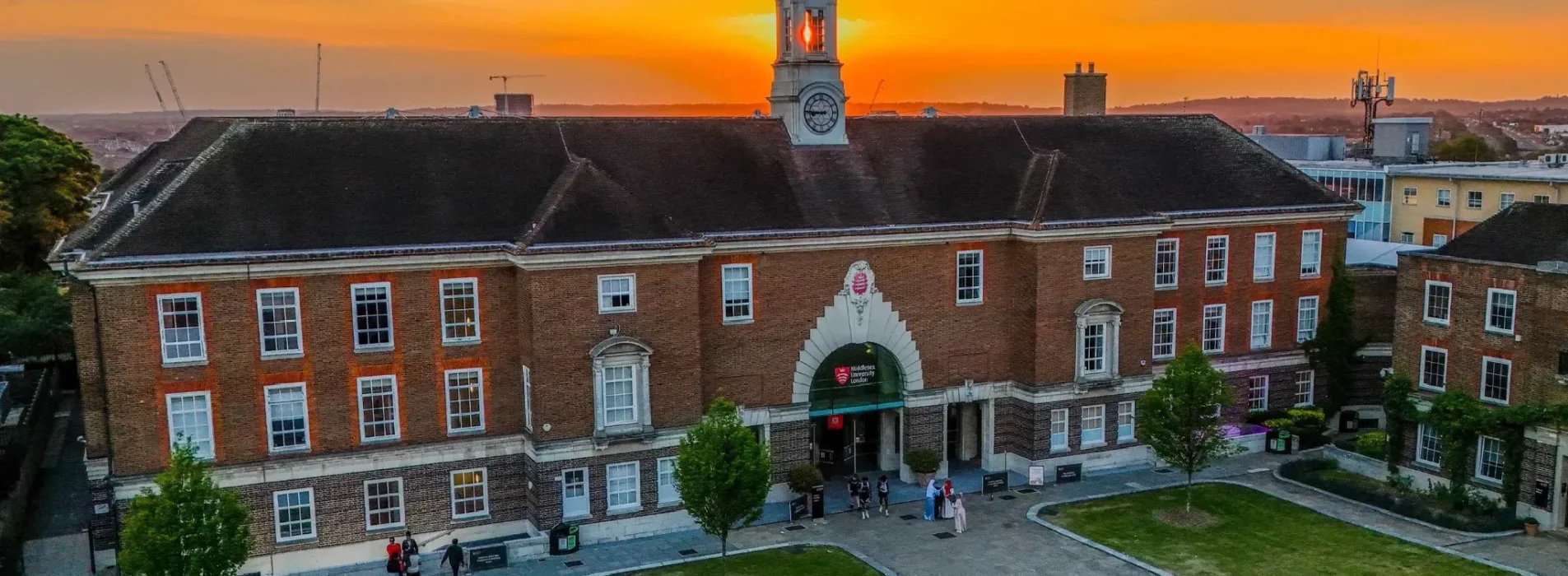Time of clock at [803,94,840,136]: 8:45
